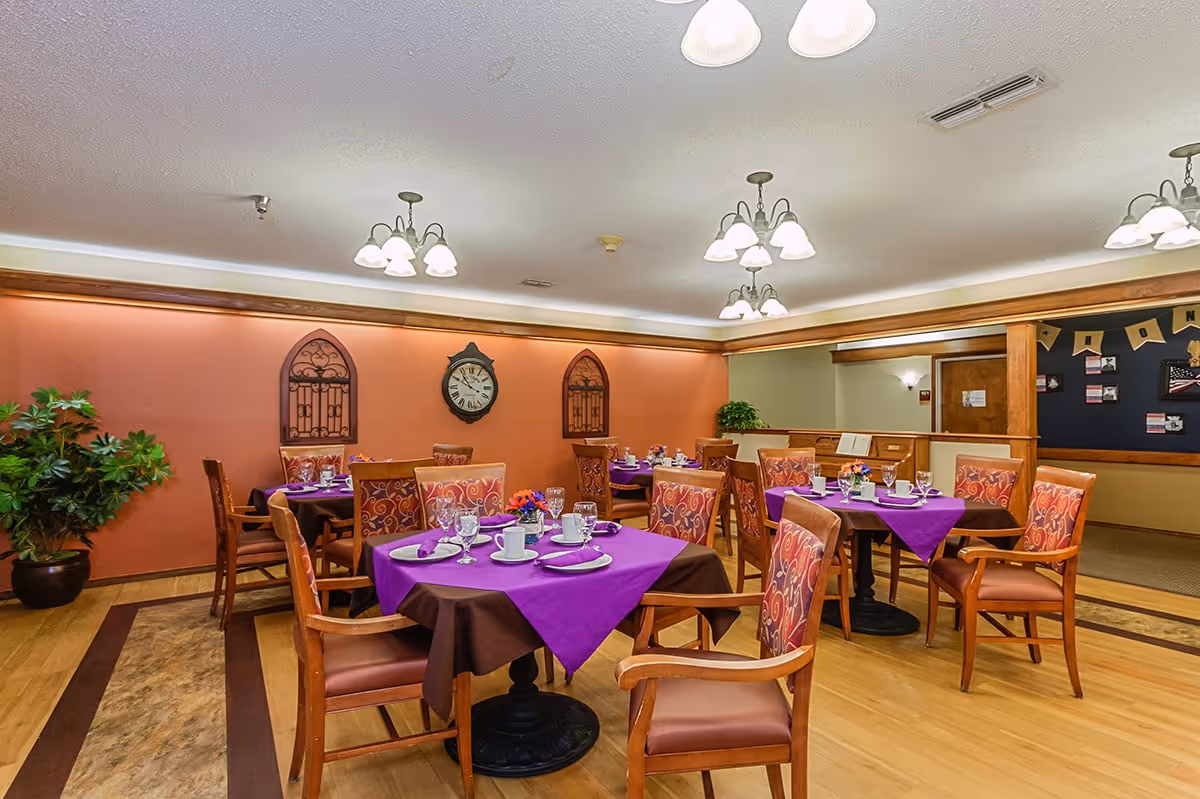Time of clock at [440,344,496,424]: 10:49
